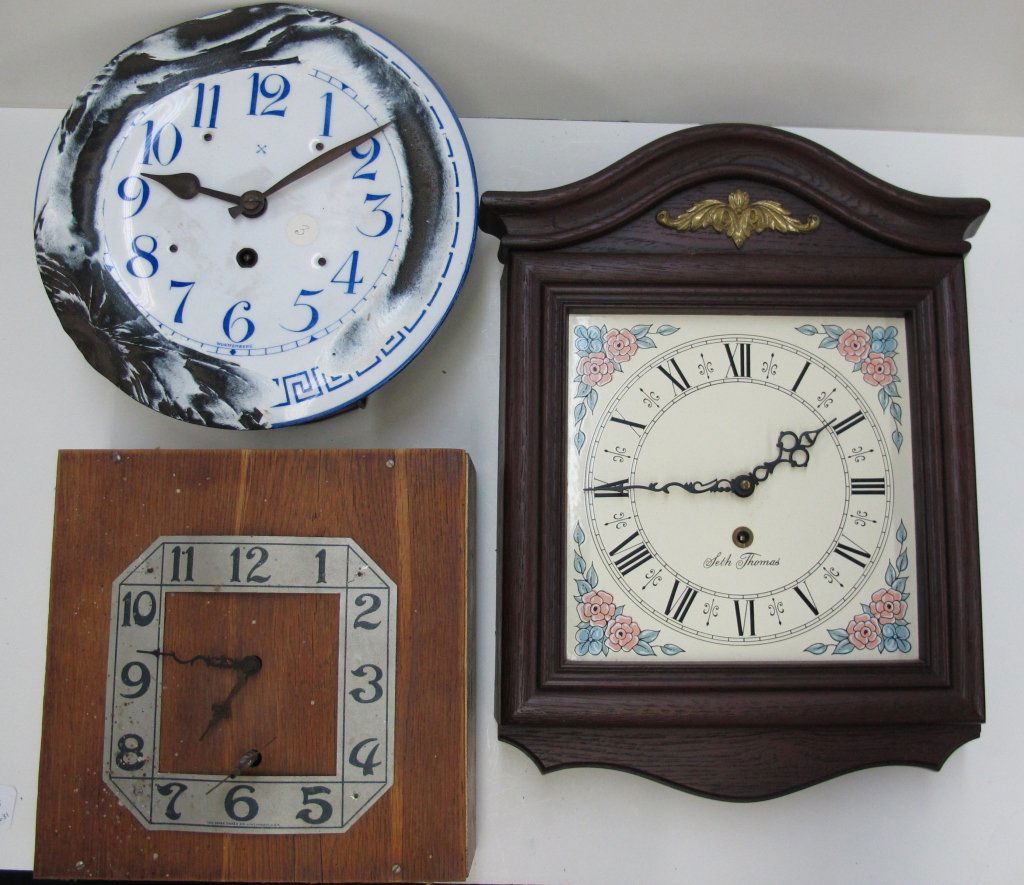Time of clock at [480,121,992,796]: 9:09
